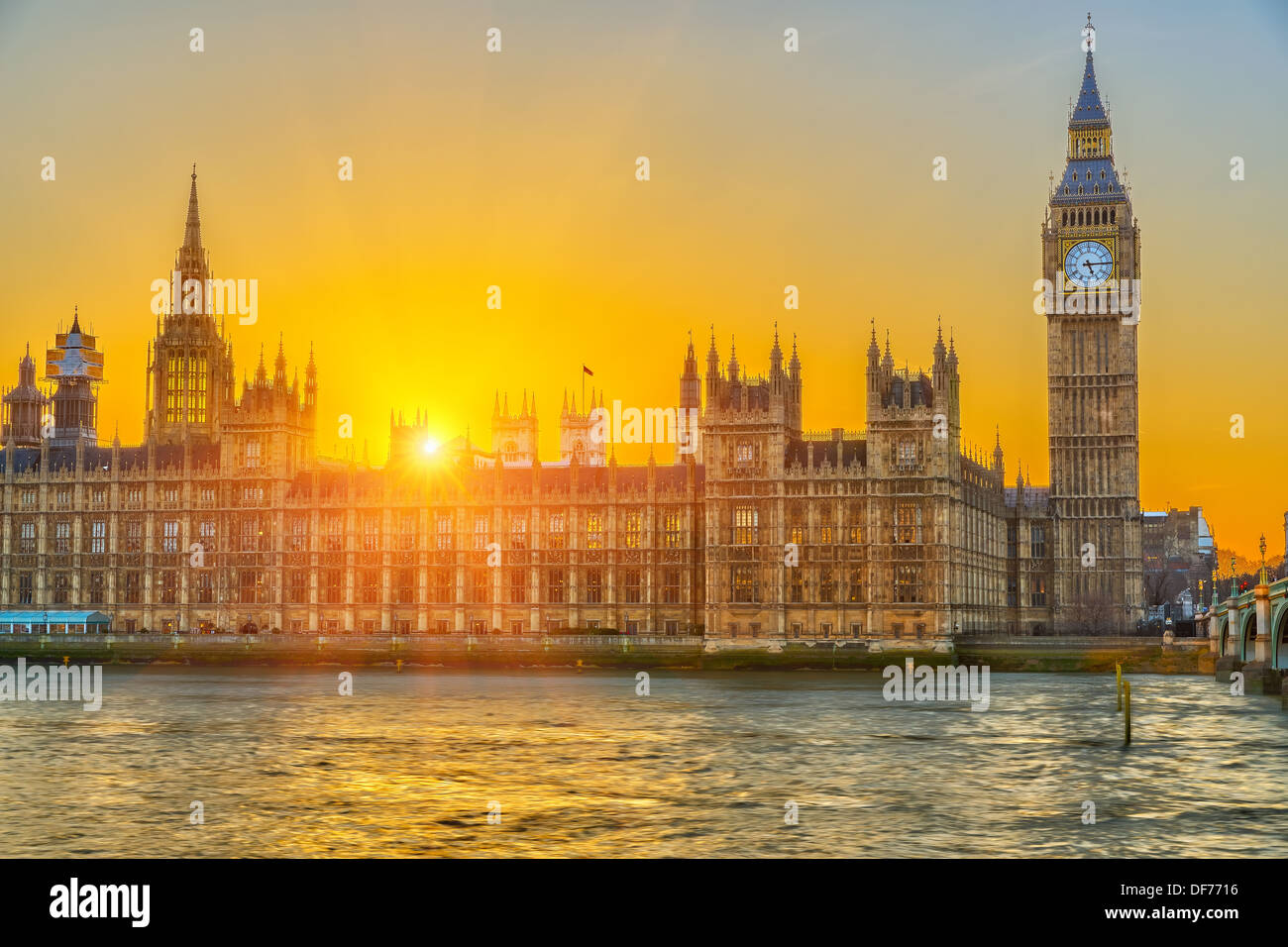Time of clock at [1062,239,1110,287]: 5:14
